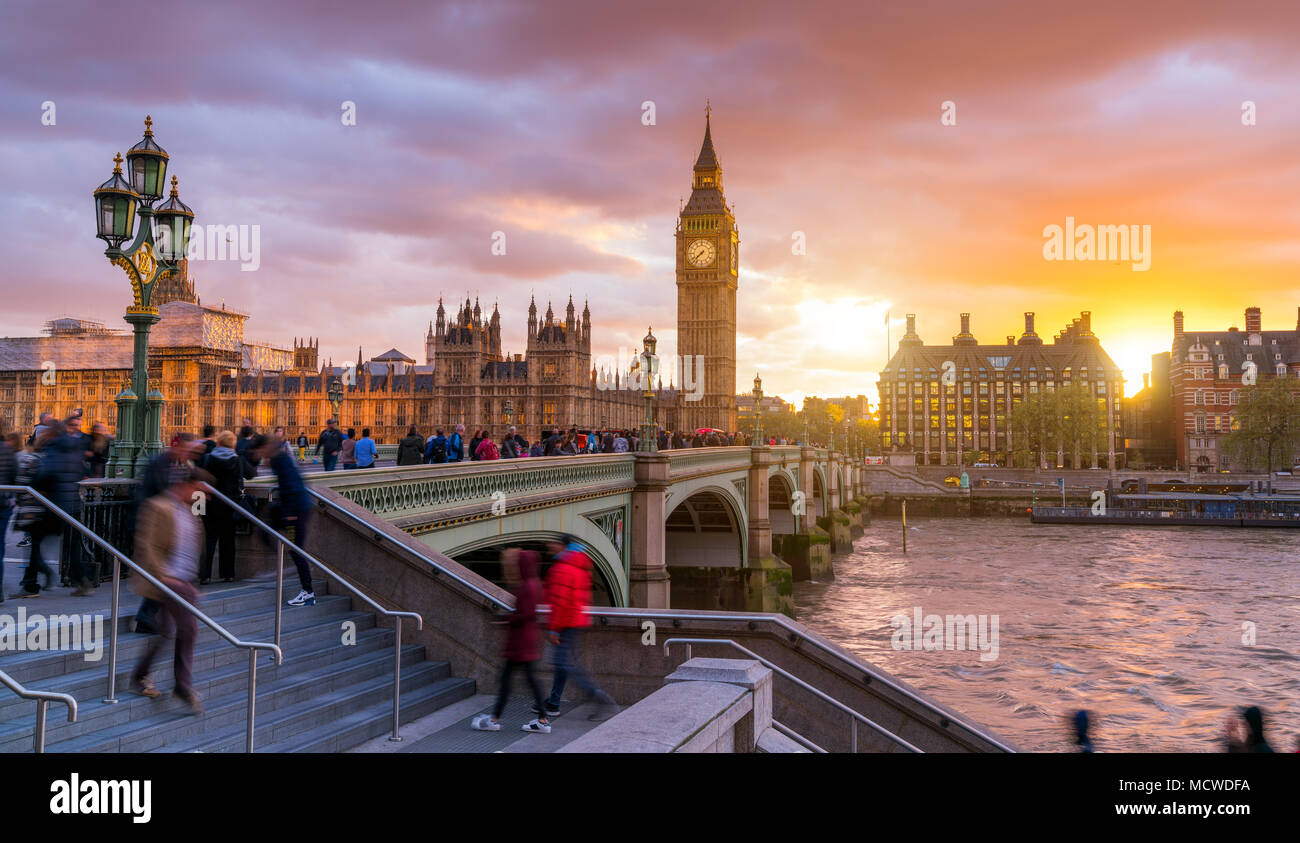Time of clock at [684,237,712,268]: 7:37
